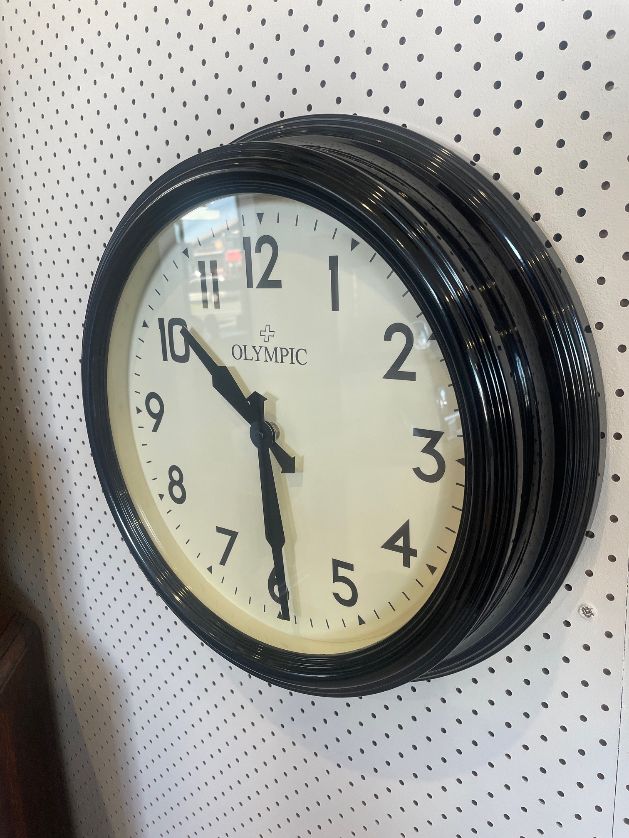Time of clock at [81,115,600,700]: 10:29
